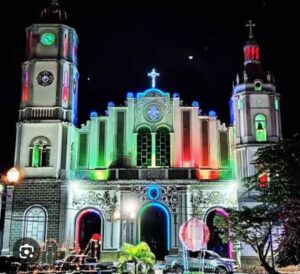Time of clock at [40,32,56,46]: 5:21
